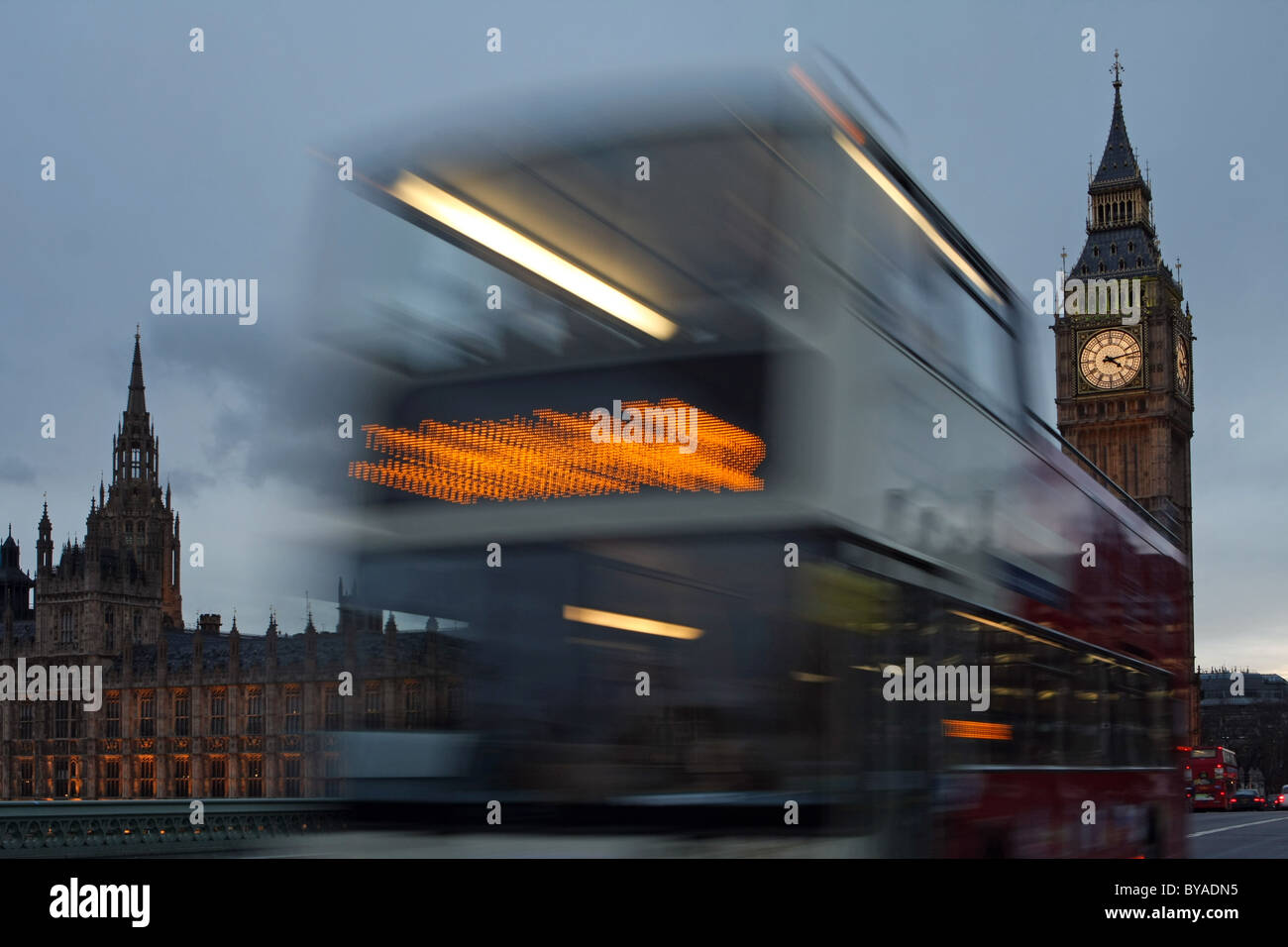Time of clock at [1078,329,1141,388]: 4:12
